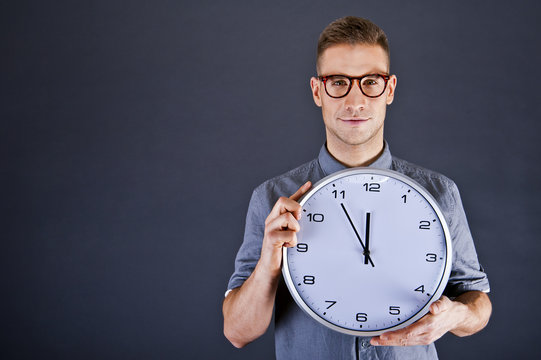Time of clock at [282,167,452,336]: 11:54
